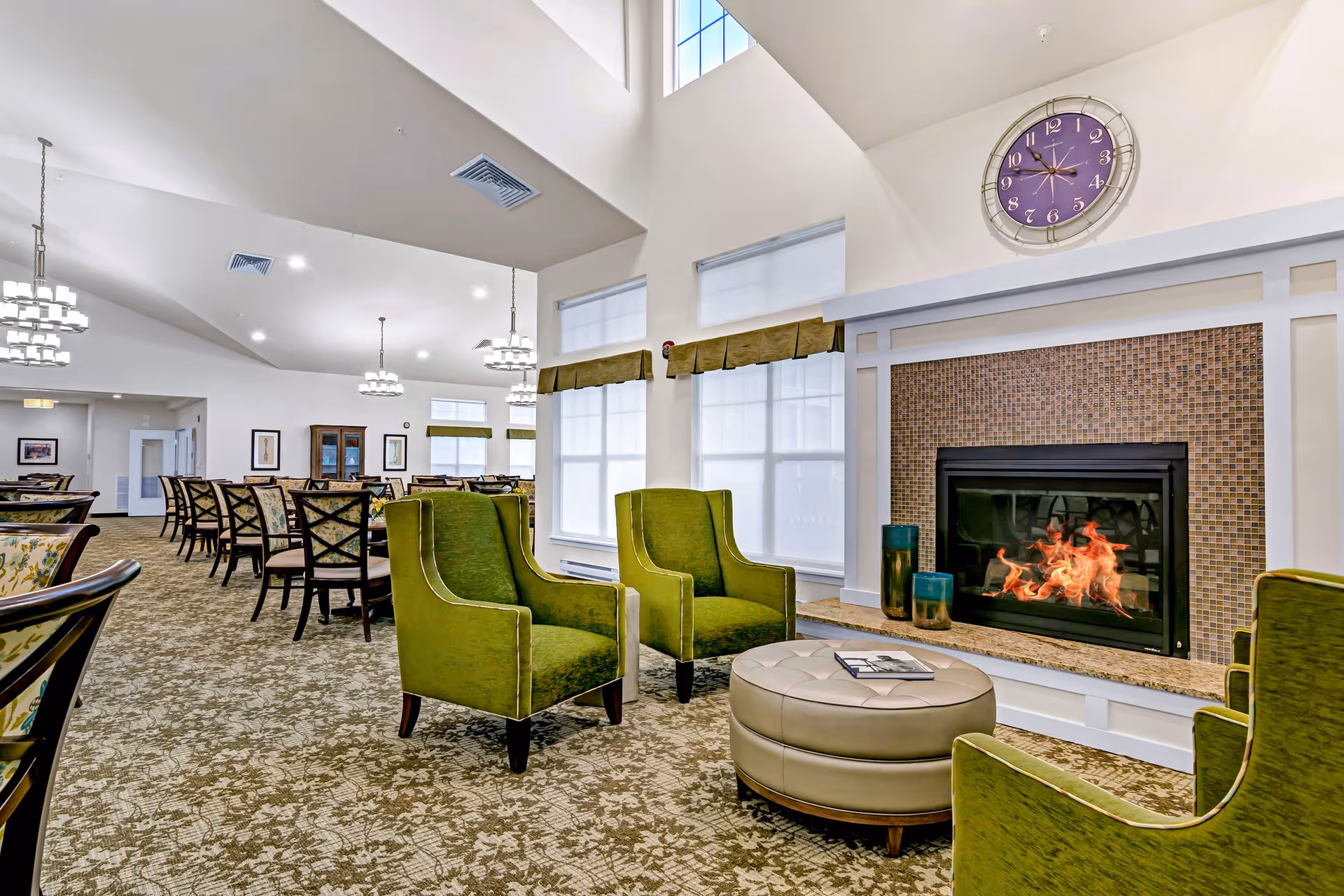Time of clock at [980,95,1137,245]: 10:47
